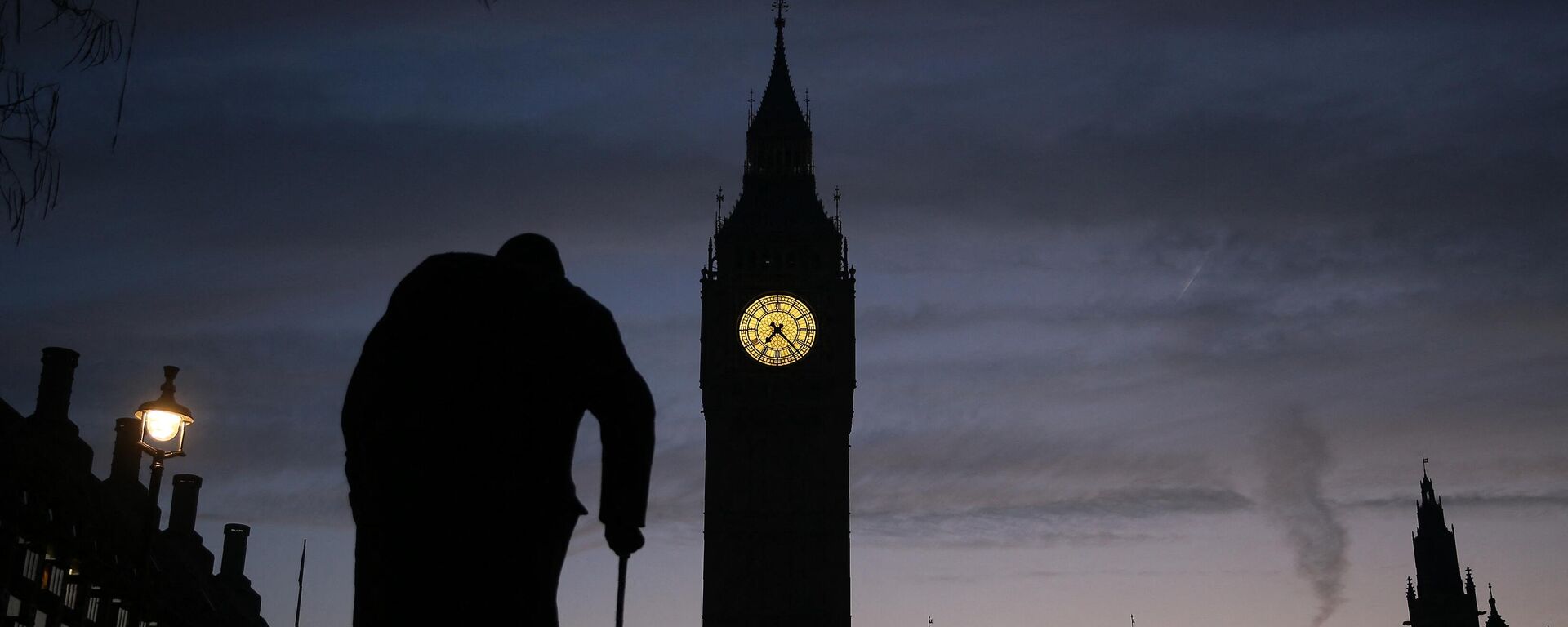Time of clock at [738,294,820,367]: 7:22
